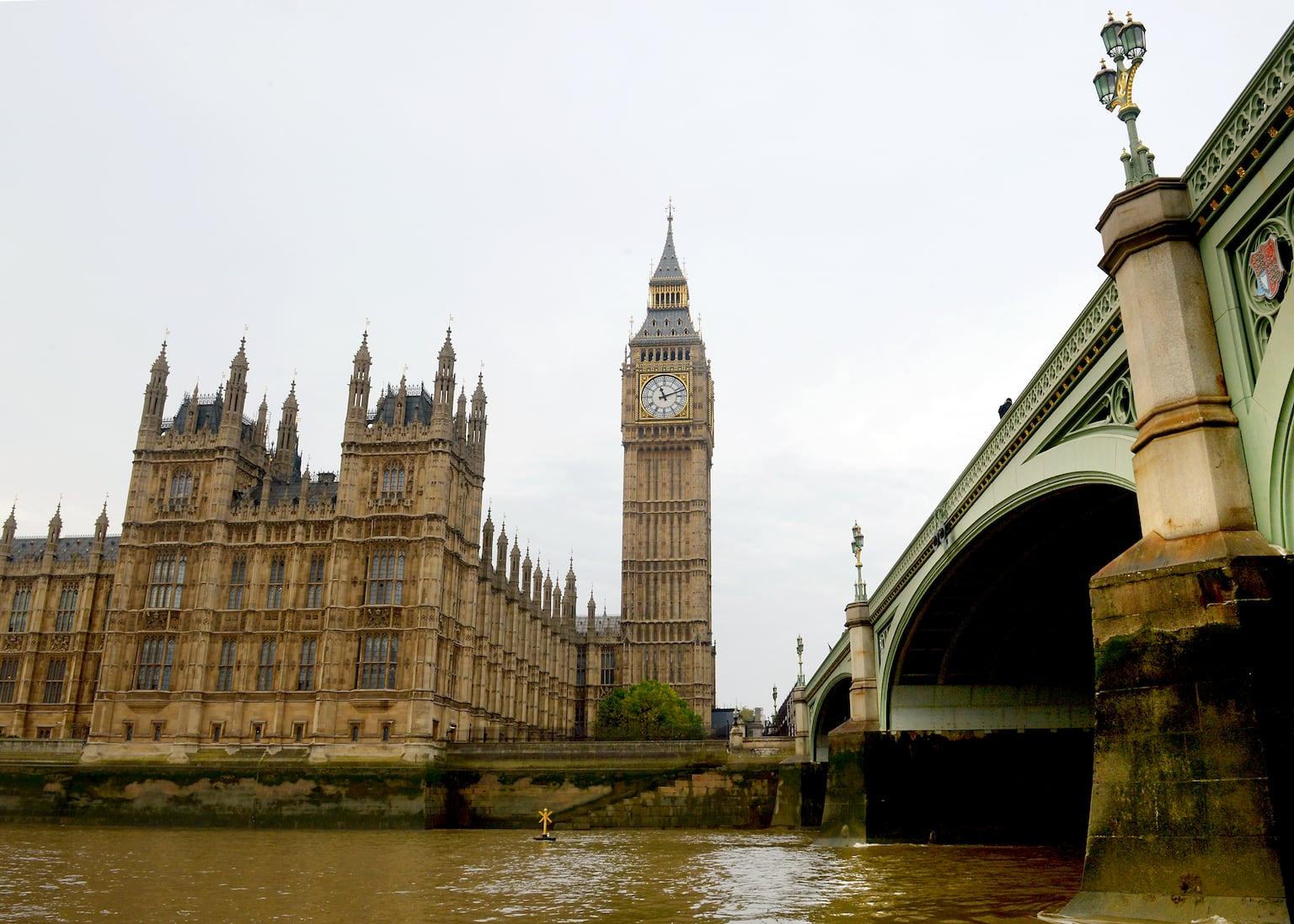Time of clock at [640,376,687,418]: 11:11
